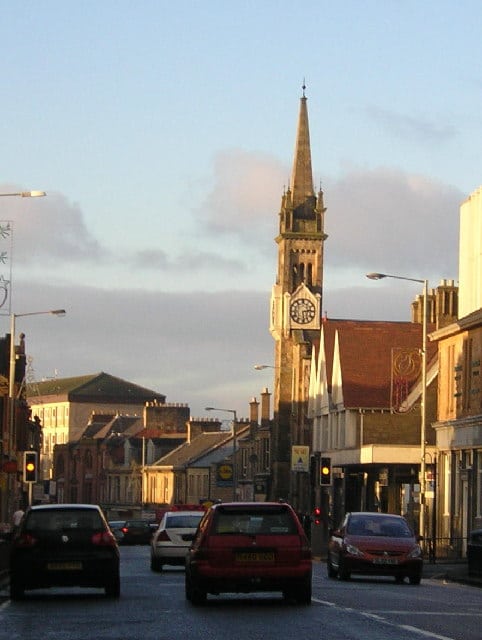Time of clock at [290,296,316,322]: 2:29
